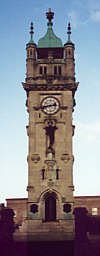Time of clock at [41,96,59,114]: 2:42
